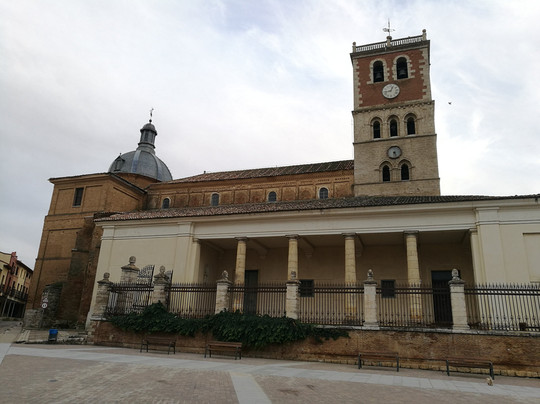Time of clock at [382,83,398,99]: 12:43
